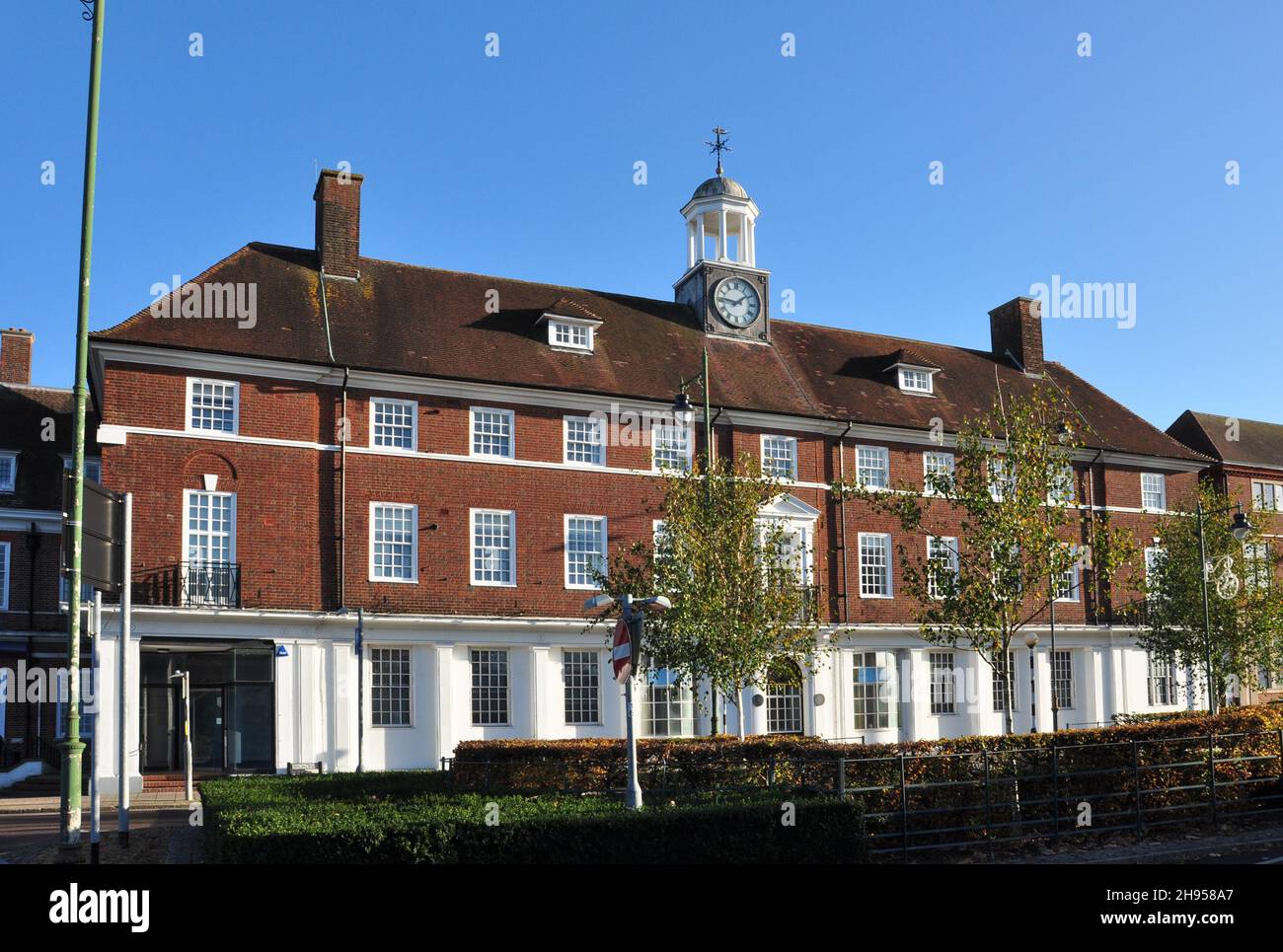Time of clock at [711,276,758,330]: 1:46
